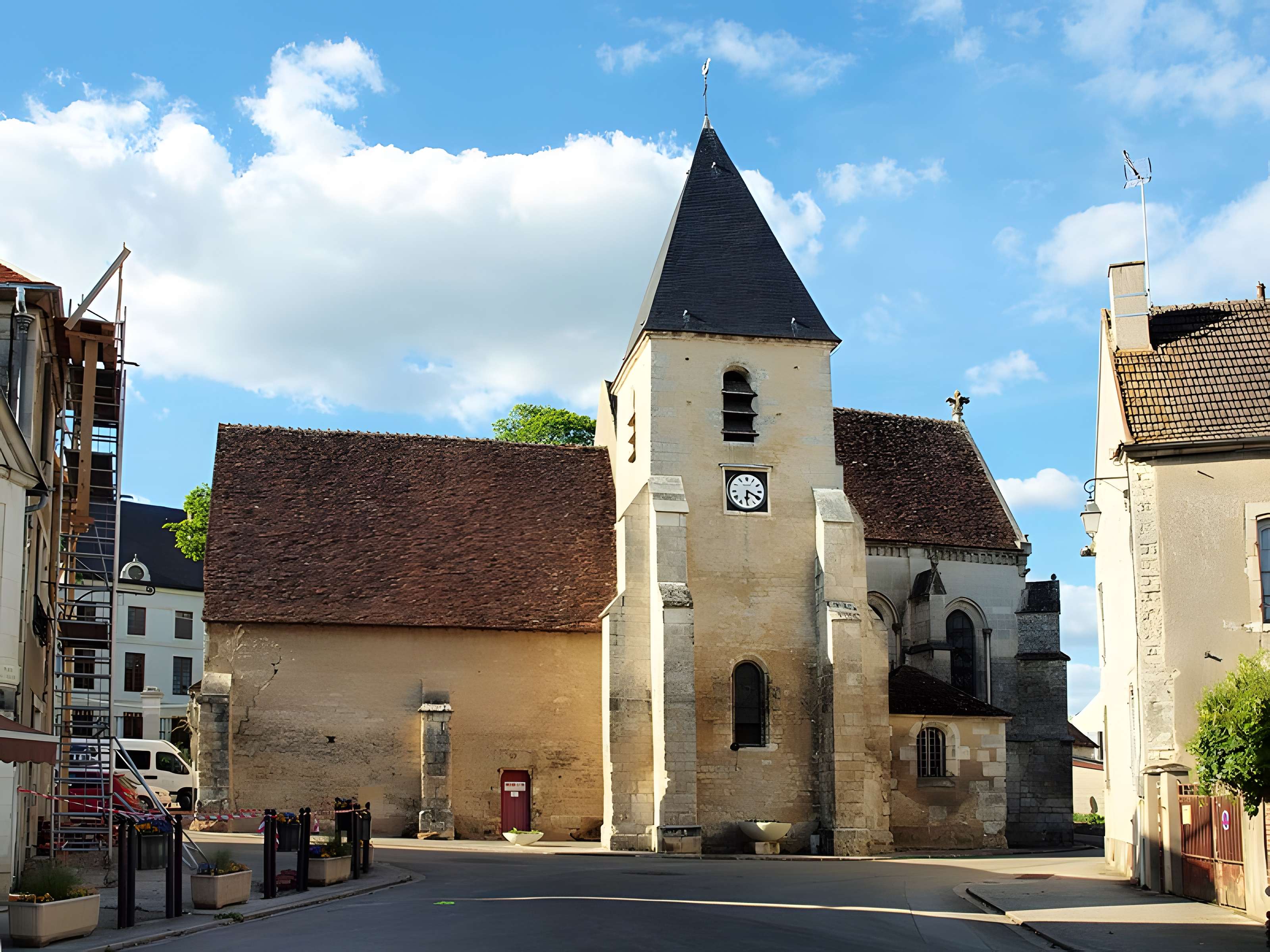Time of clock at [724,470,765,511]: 6:19
